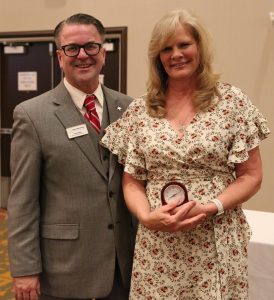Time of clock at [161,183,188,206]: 8:11
